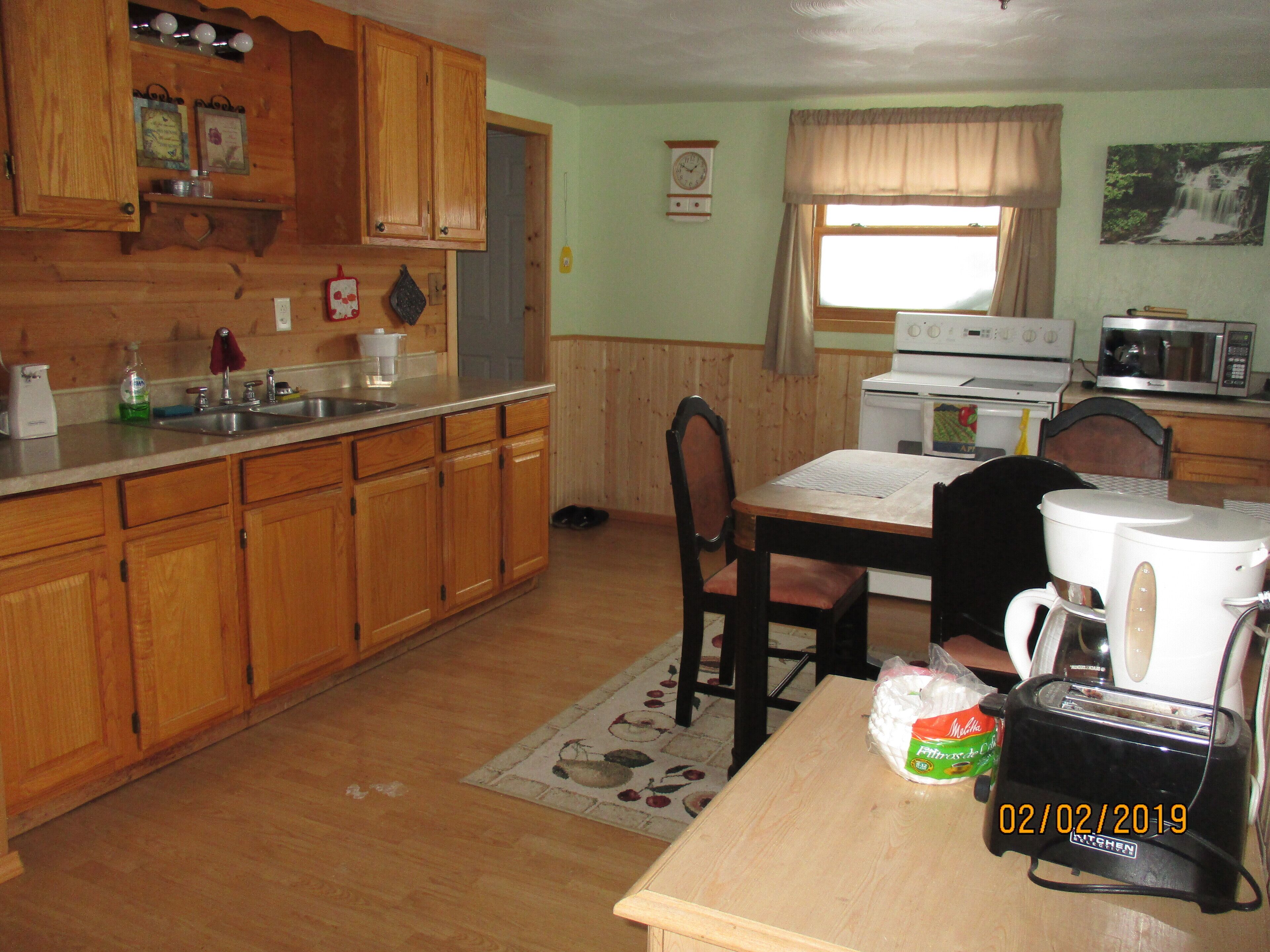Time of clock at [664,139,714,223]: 1:49
